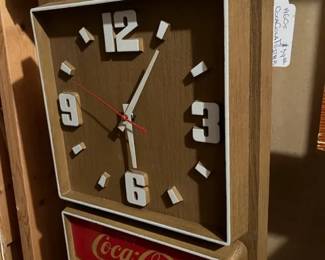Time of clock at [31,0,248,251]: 6:05
